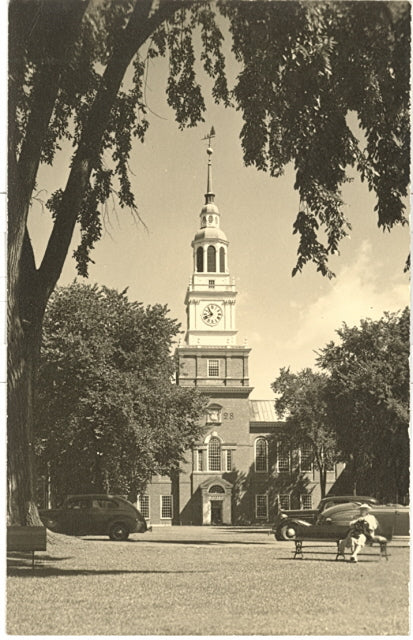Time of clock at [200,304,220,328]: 10:41
